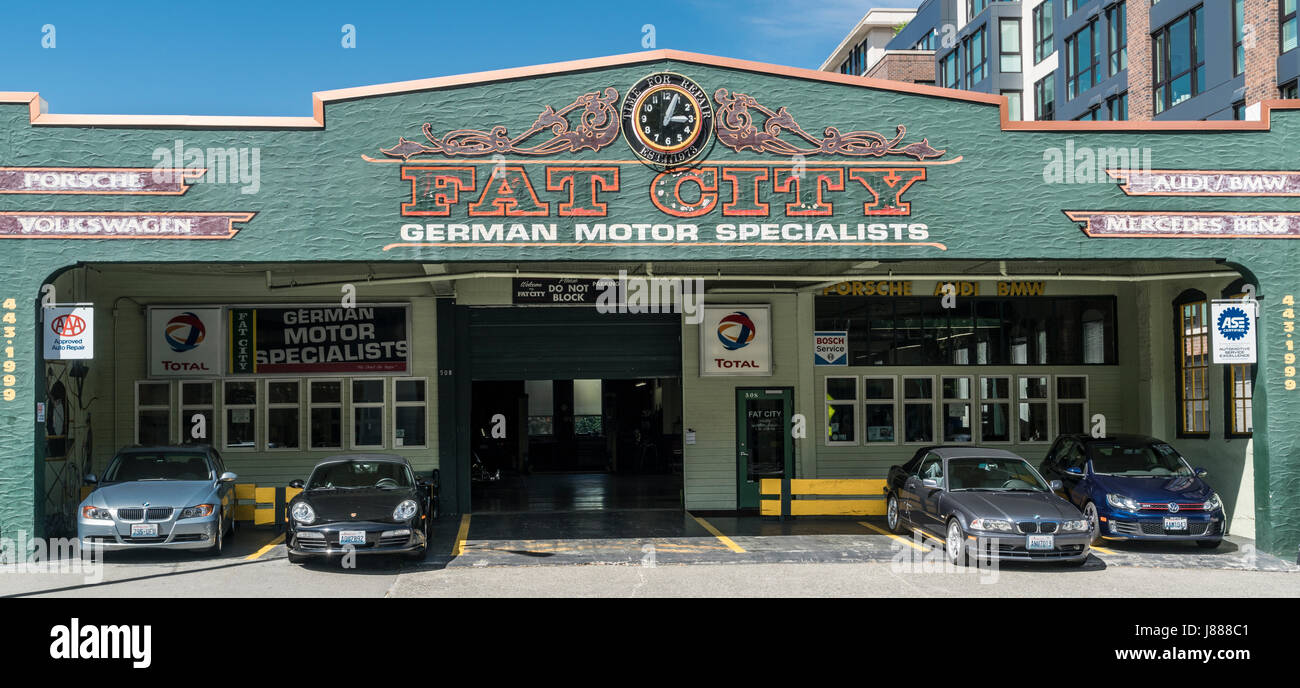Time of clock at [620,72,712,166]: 3:04
